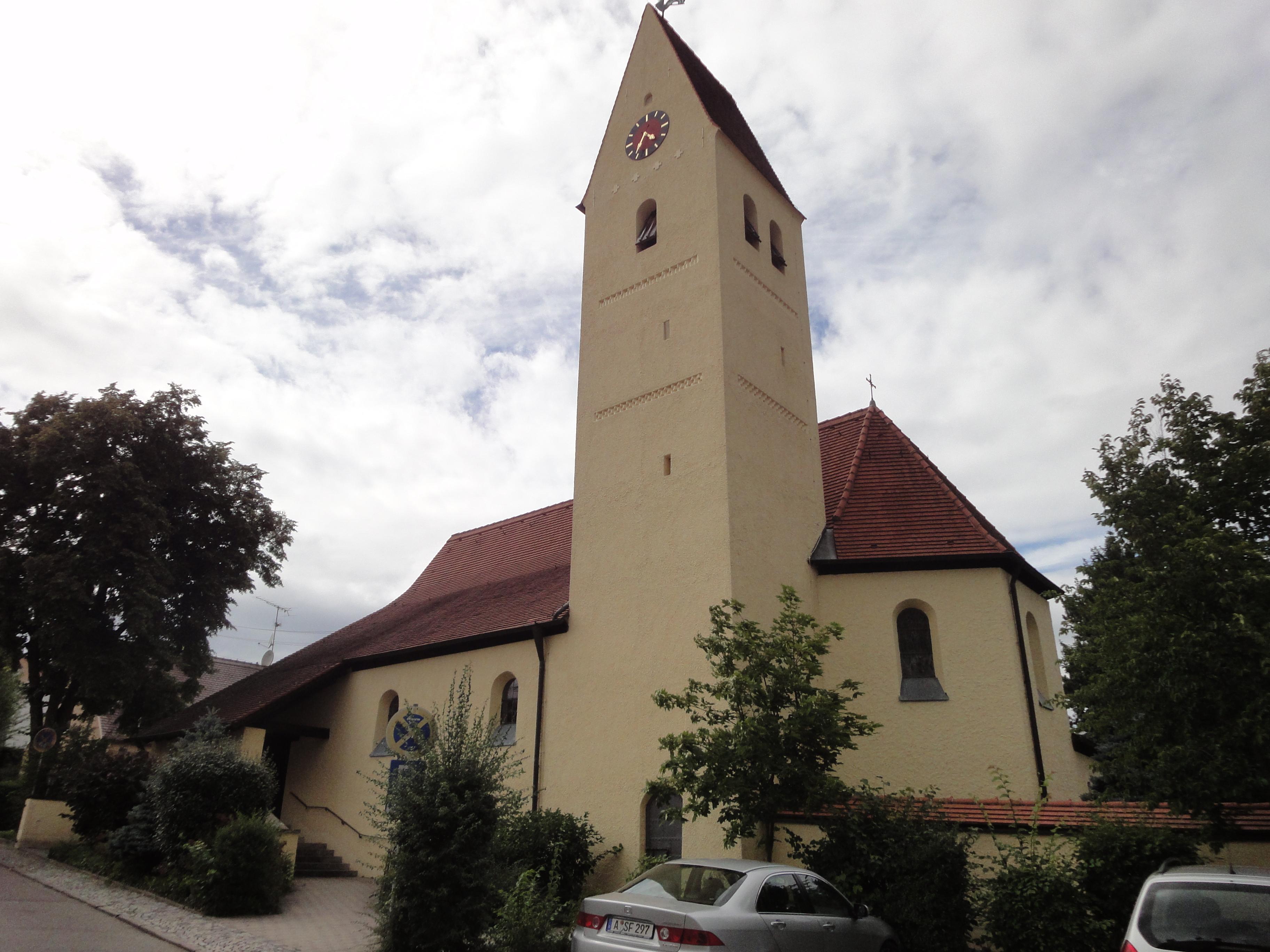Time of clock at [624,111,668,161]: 3:31
